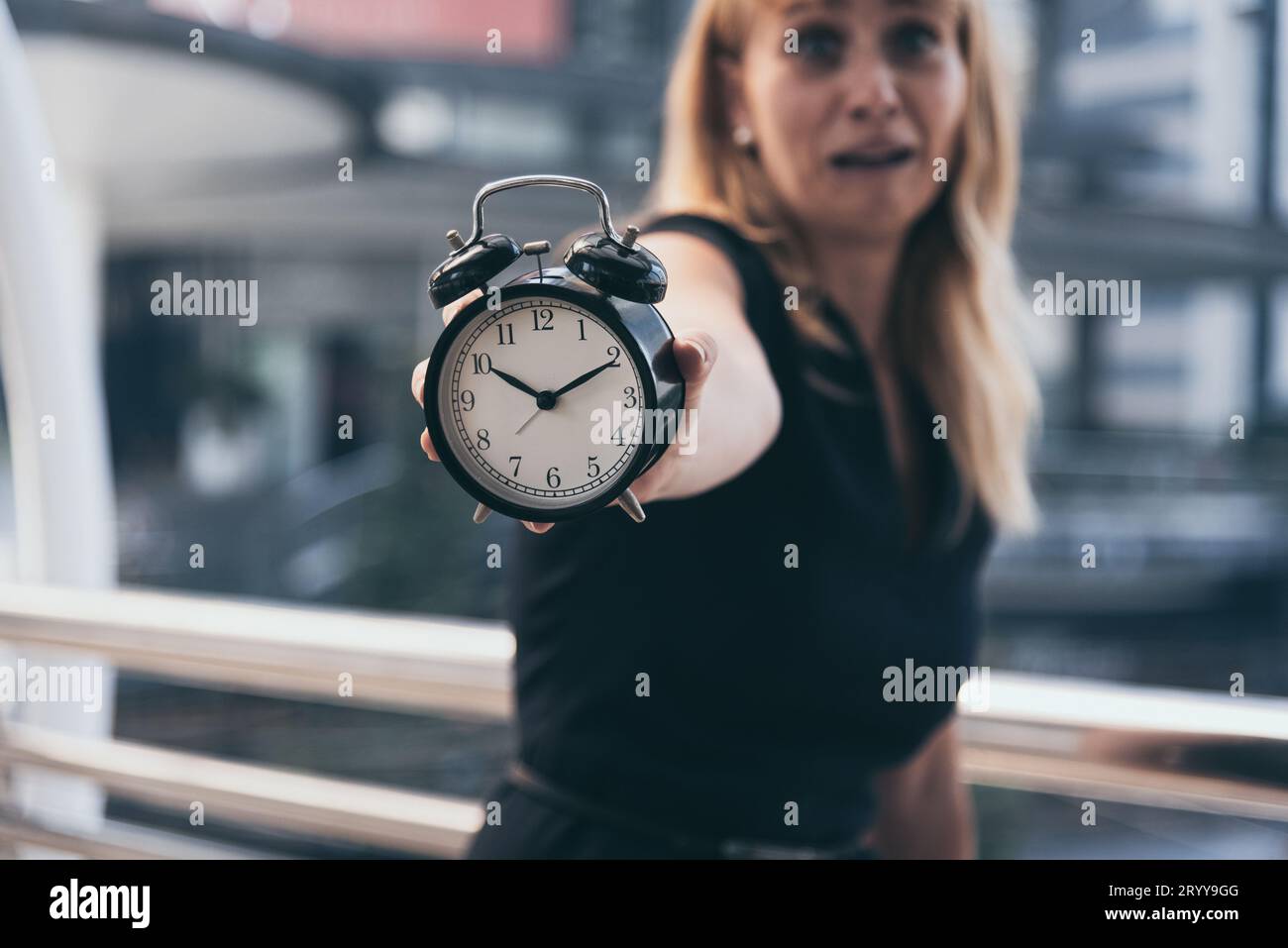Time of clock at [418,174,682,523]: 10:10
